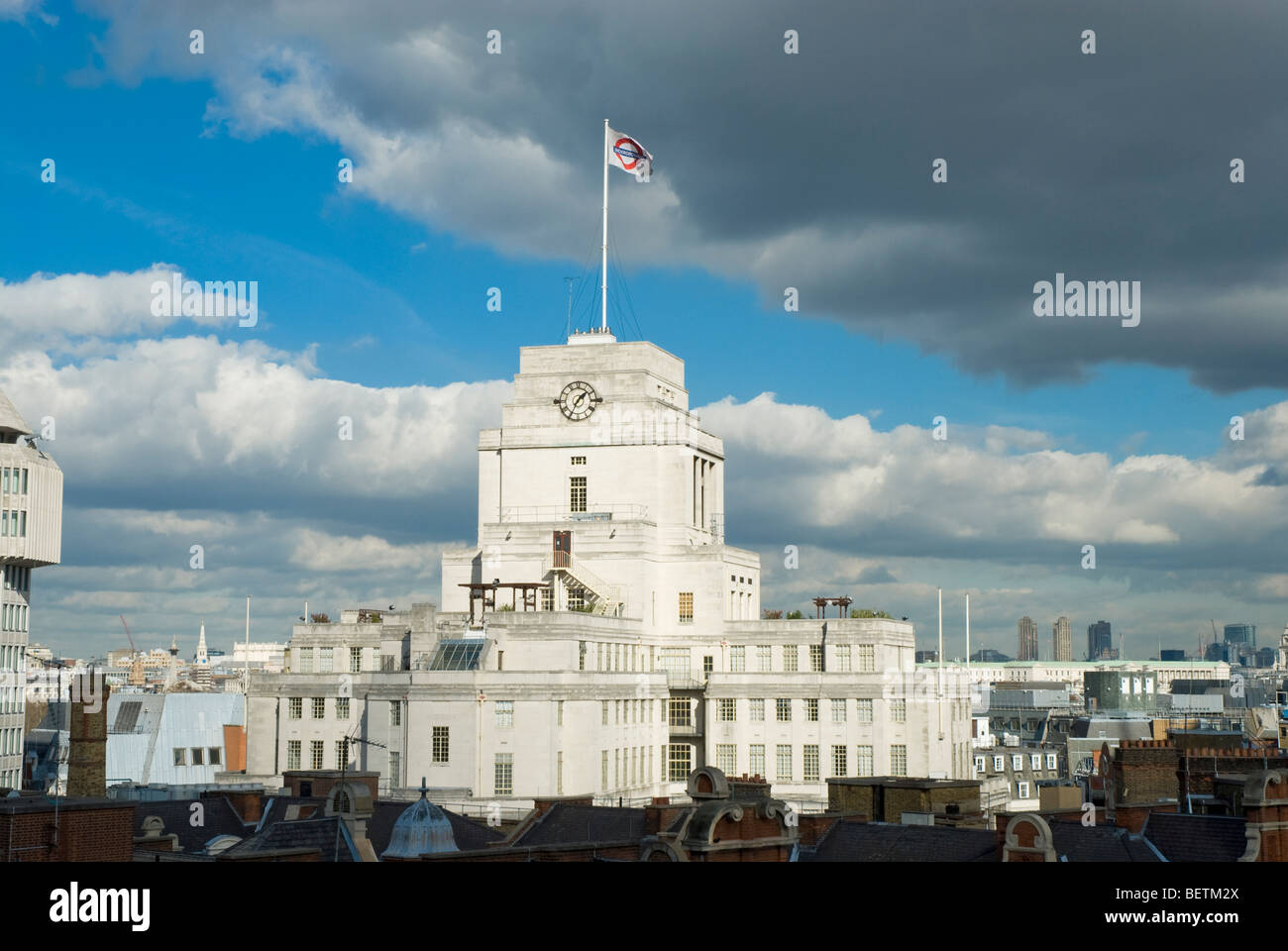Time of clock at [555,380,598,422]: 1:34
